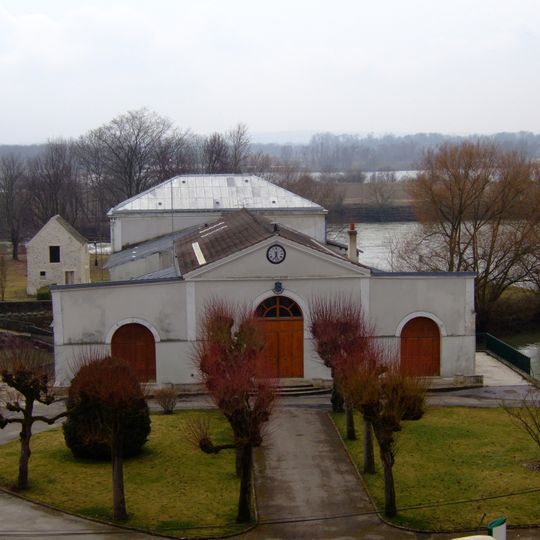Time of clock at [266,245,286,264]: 6:27
